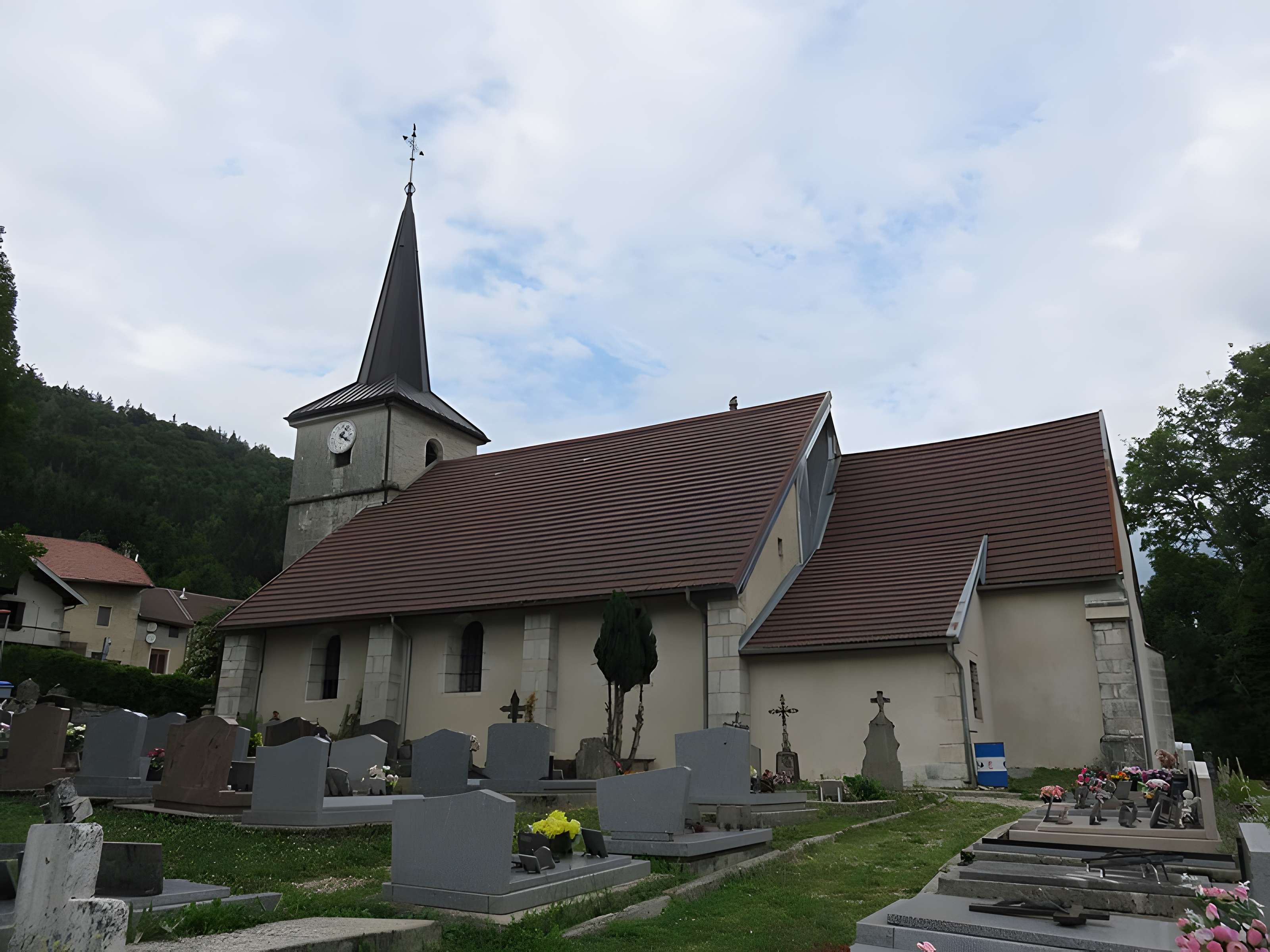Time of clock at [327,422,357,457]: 1:20
